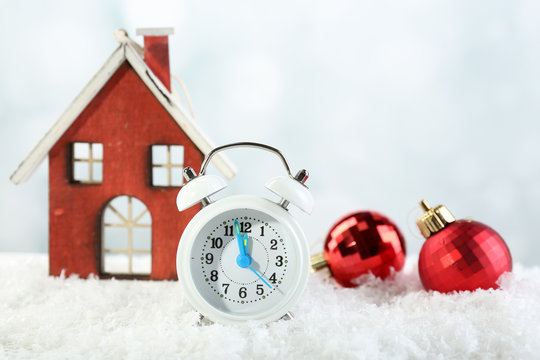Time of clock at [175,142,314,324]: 11:57
